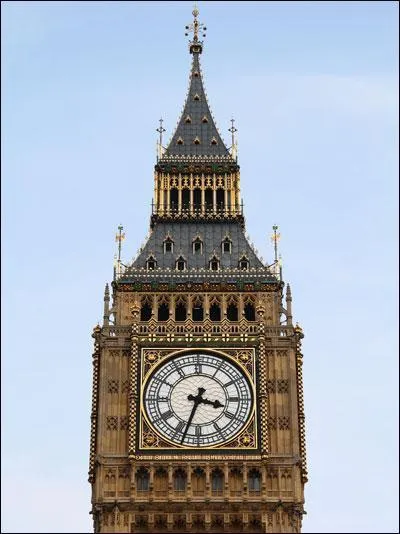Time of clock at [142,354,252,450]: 3:33
